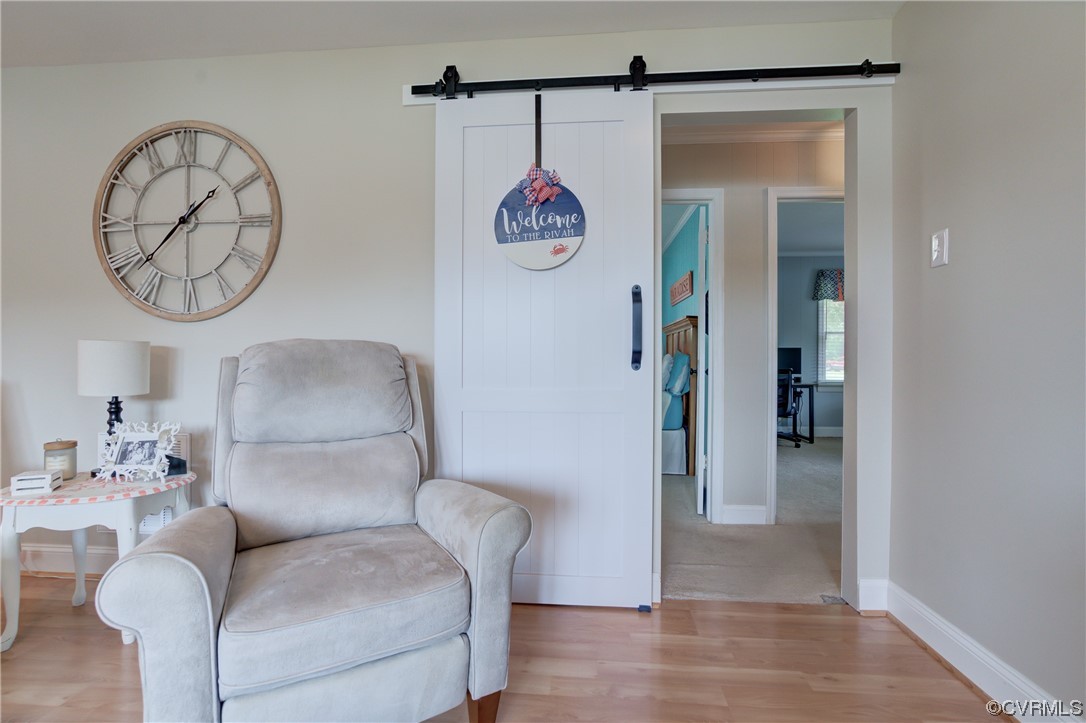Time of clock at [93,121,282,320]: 1:37
